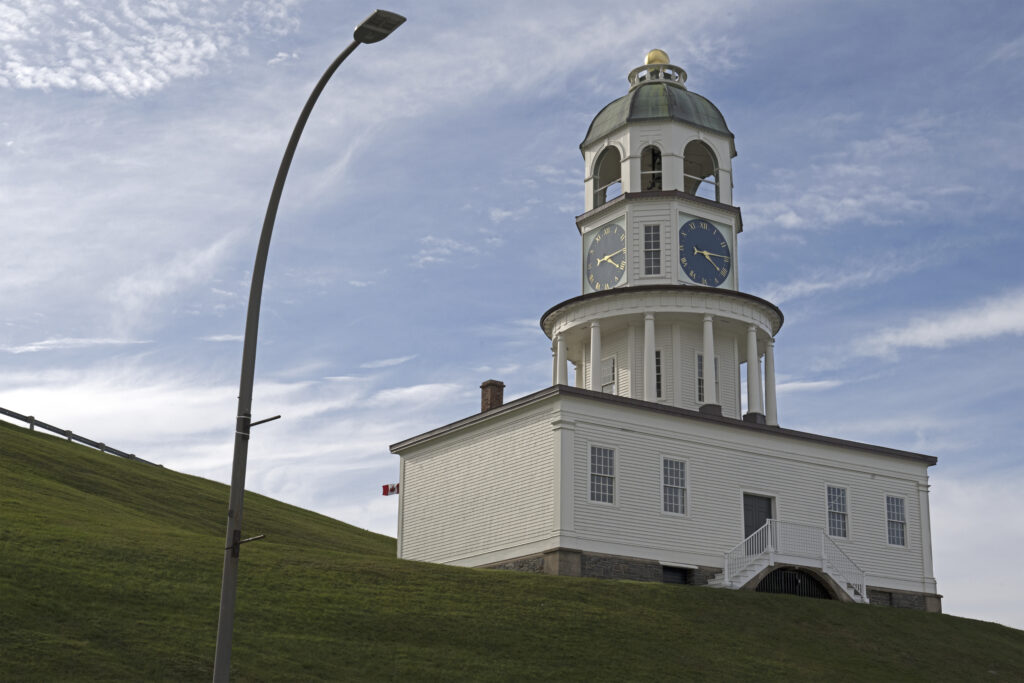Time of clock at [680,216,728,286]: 4:14
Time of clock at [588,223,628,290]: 4:14
